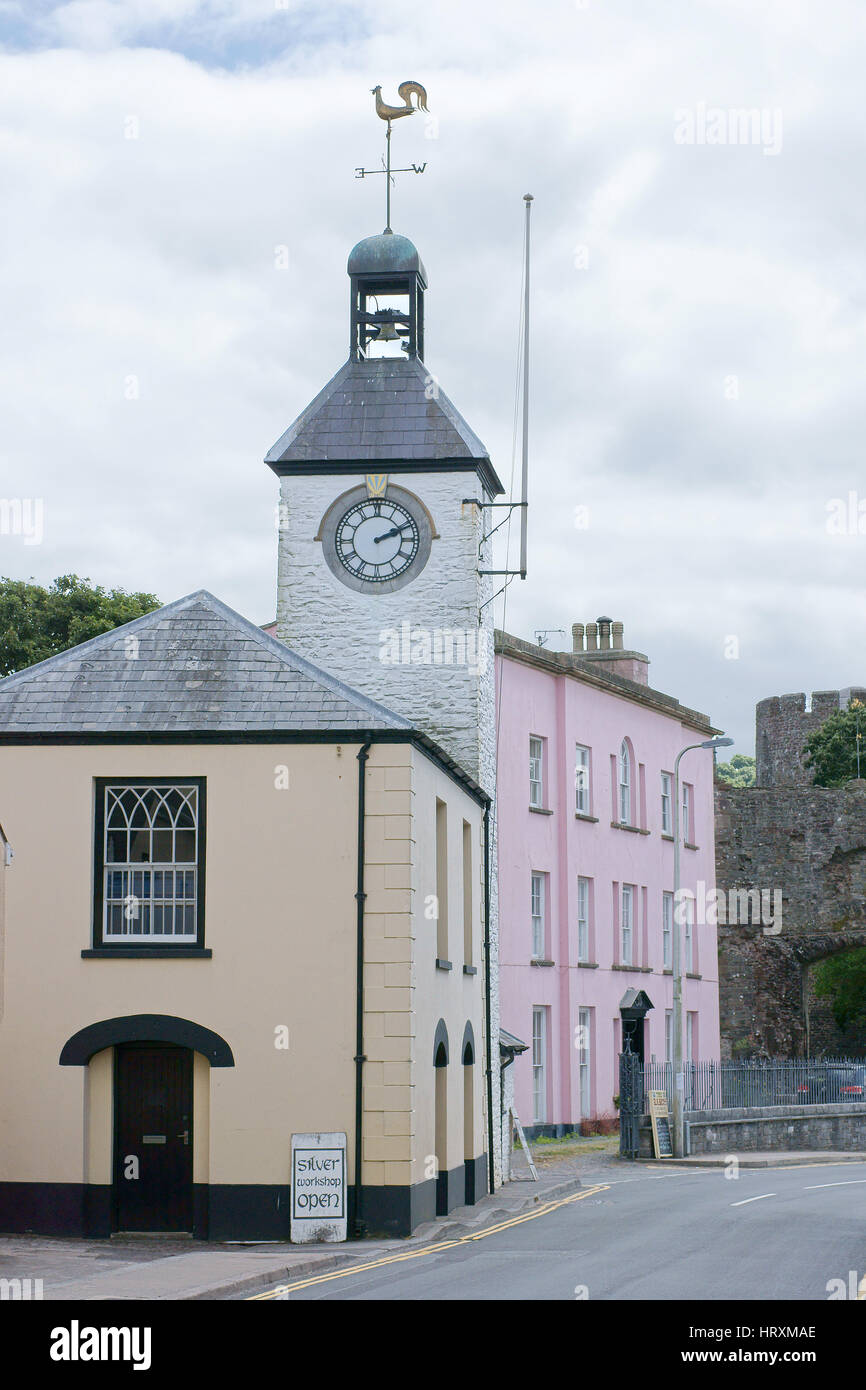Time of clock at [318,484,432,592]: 2:11
